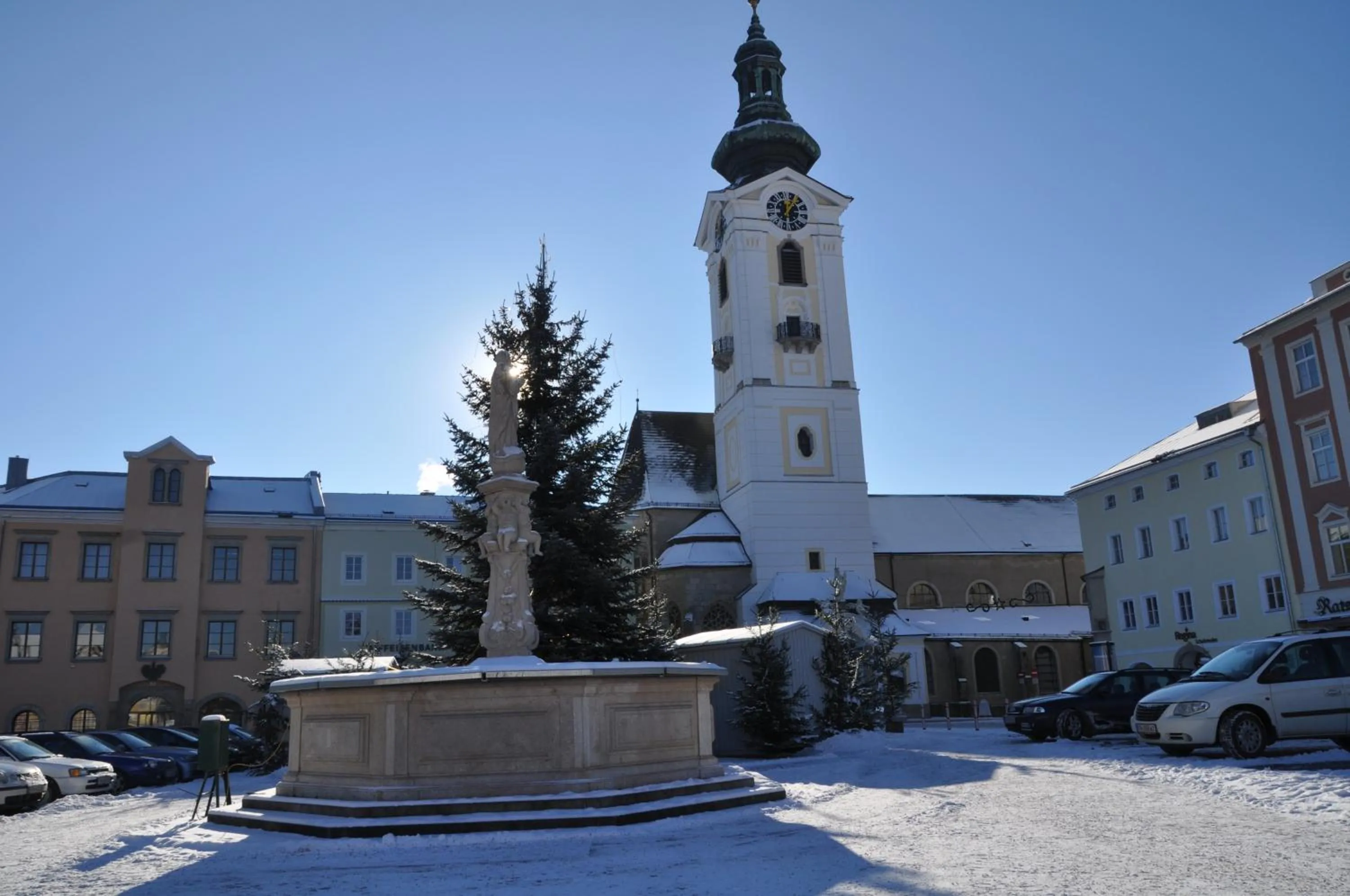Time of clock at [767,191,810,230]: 12:04
